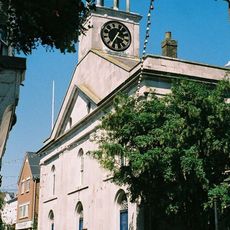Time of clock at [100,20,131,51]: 3:35
